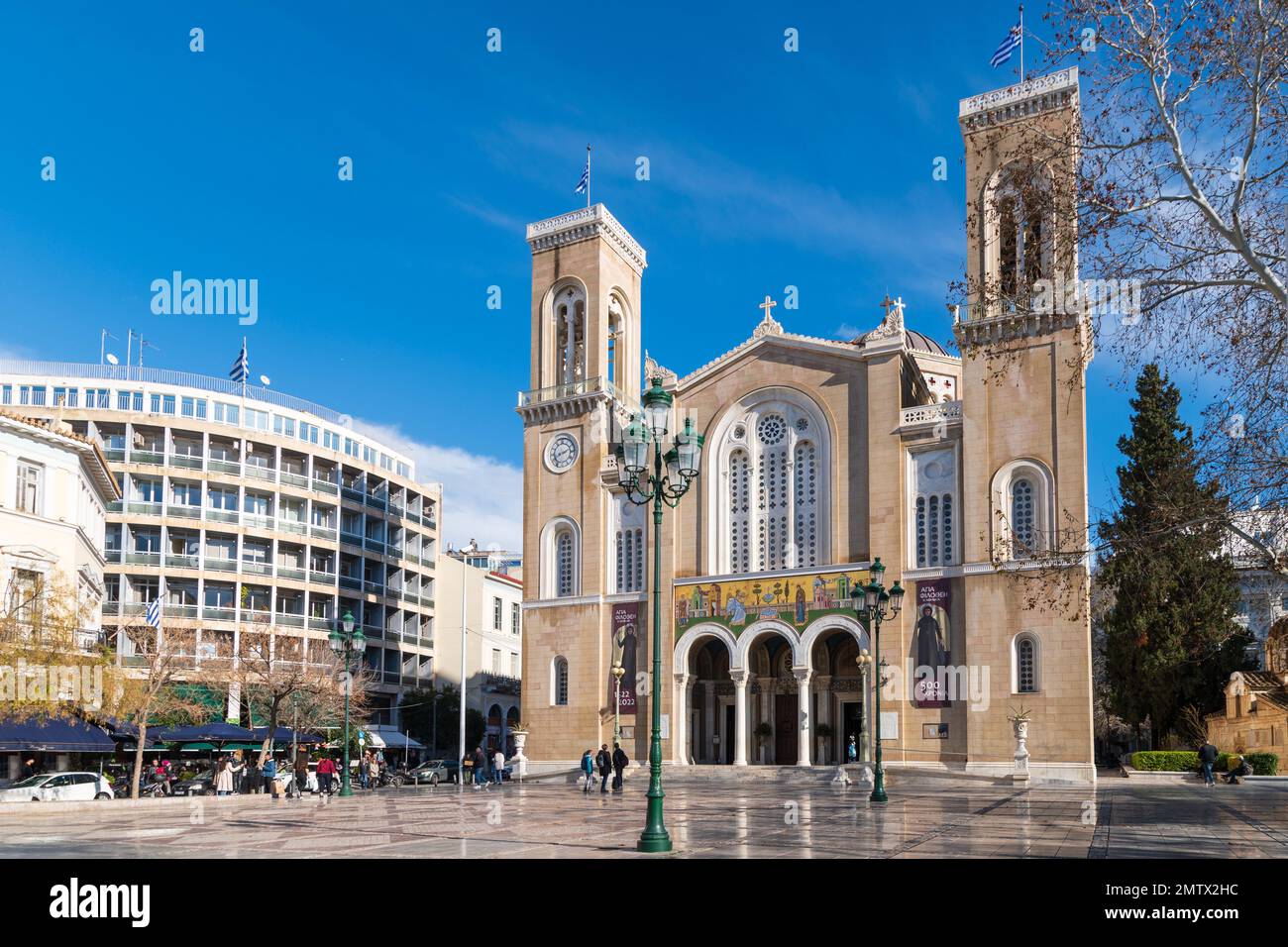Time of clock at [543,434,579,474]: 8:11
